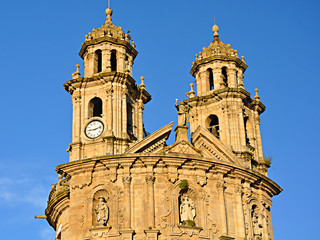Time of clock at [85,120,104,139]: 9:12
